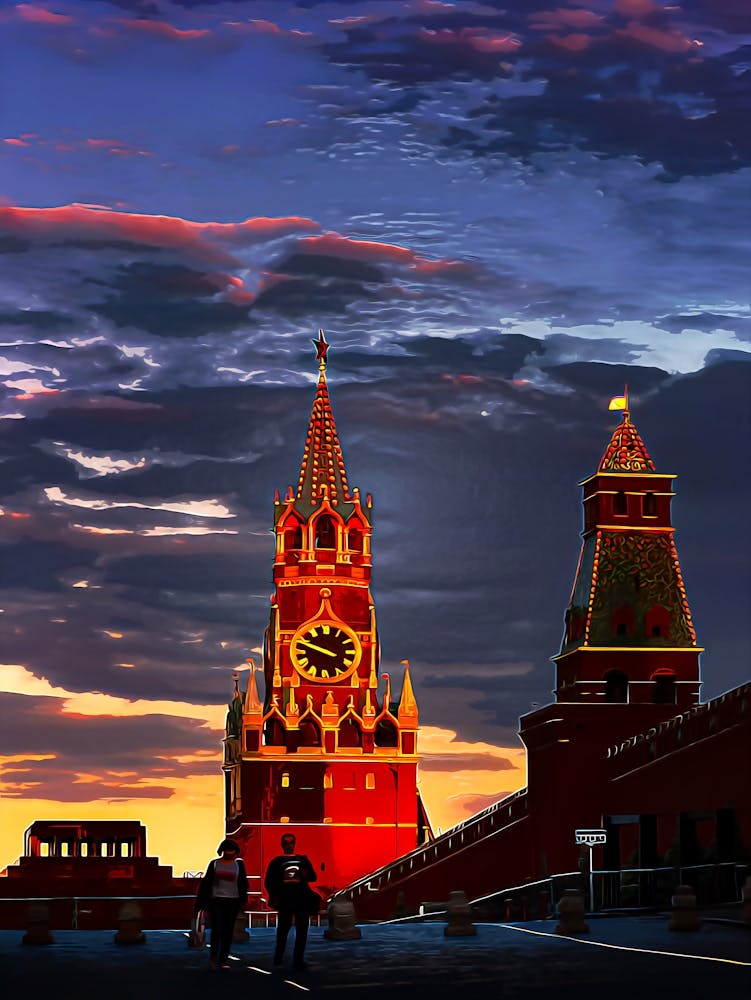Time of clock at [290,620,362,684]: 9:48
